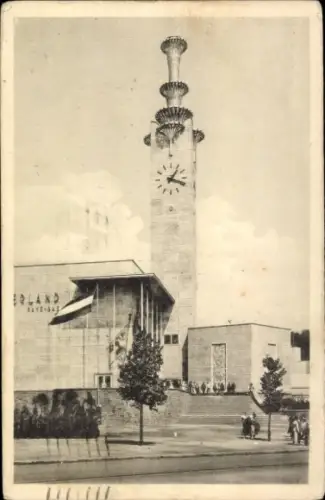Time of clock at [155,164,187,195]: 1:18
